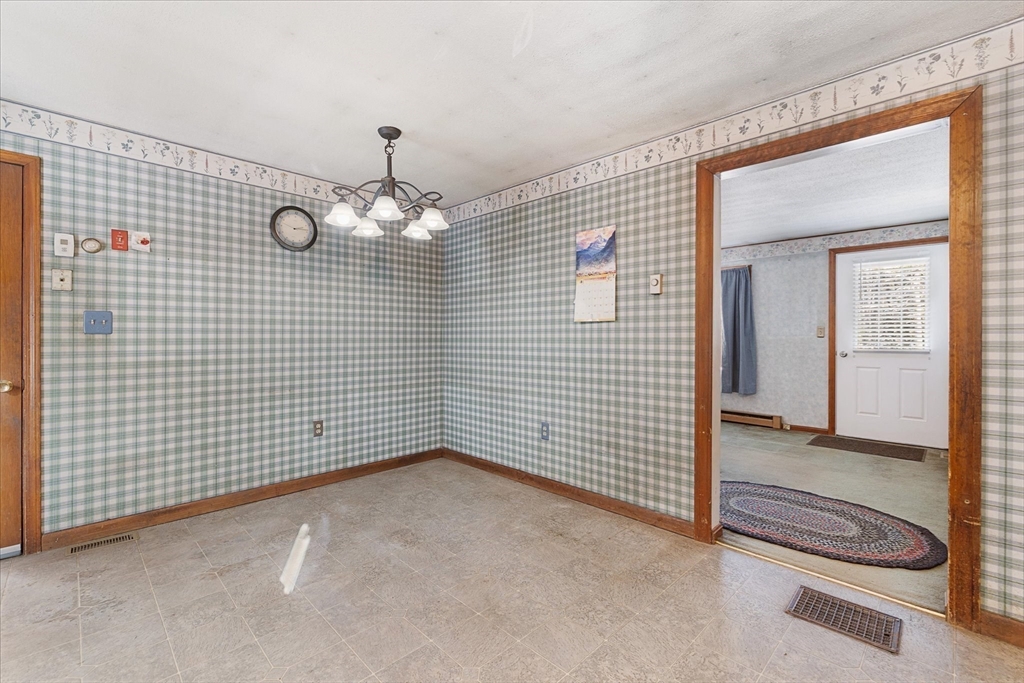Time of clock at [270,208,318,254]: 2:13
